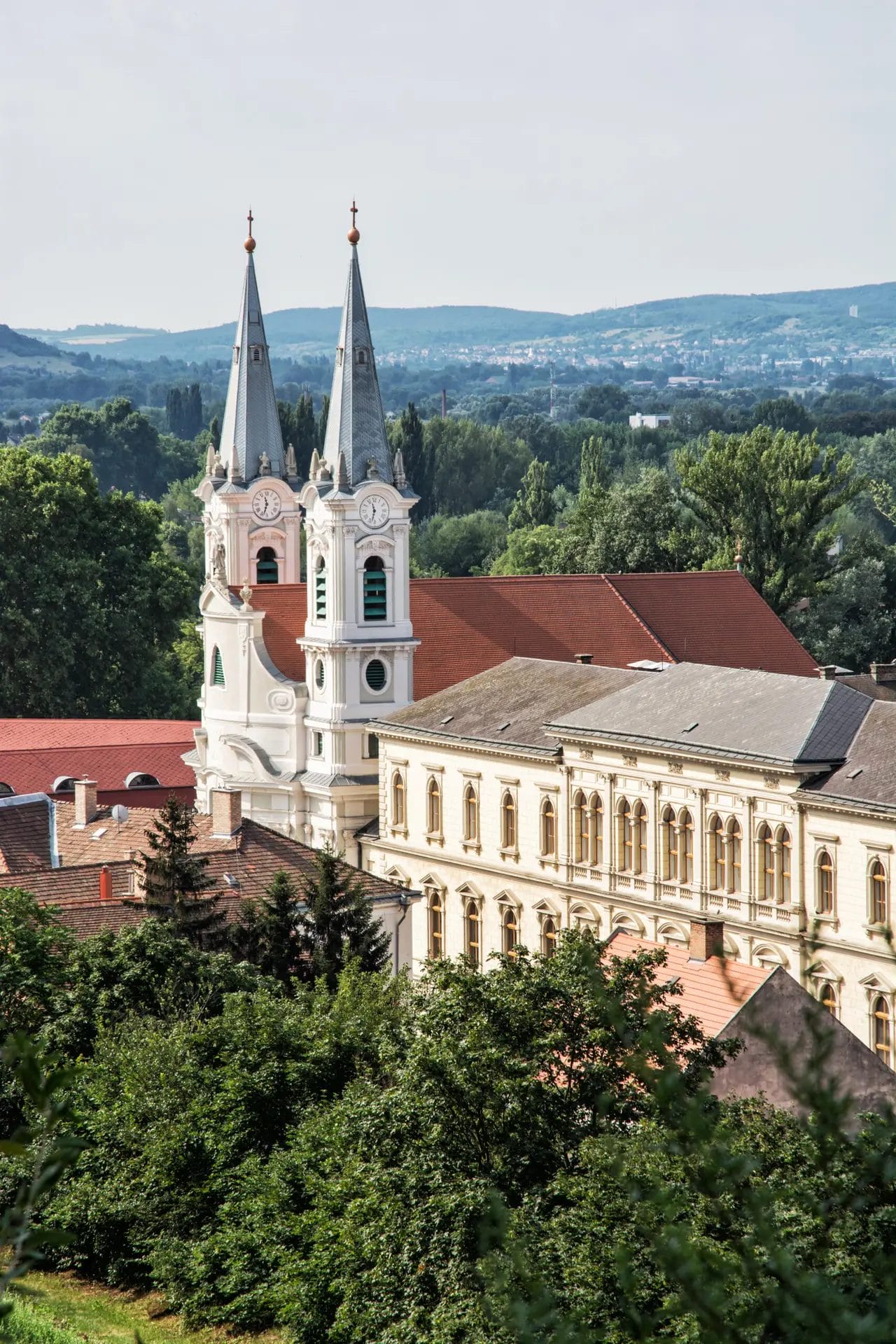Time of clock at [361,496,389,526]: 11:32
